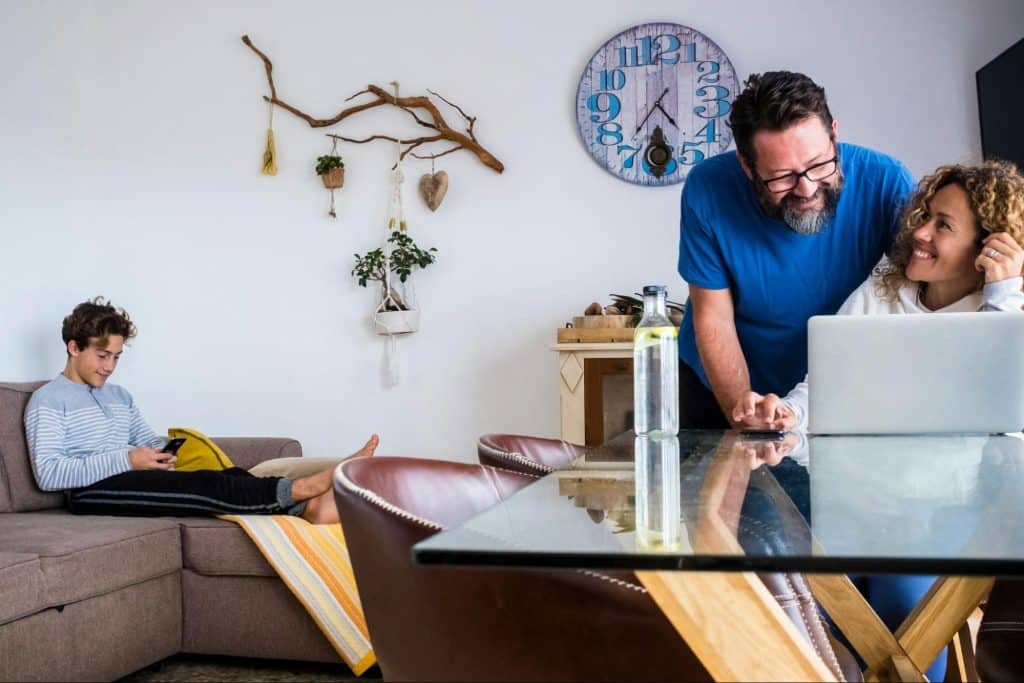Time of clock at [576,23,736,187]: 4:36
